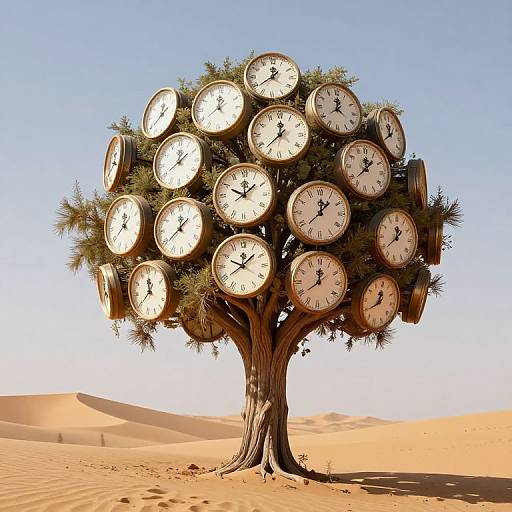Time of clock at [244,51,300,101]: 12:38
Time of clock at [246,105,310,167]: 12:37
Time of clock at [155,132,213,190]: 12:09
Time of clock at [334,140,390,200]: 12:07
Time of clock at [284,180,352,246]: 12:07
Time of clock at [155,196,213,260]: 1:39
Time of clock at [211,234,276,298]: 12:07
